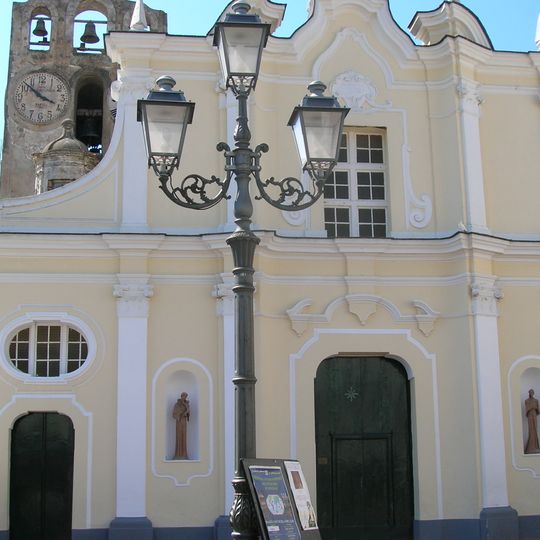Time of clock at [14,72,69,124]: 3:52
